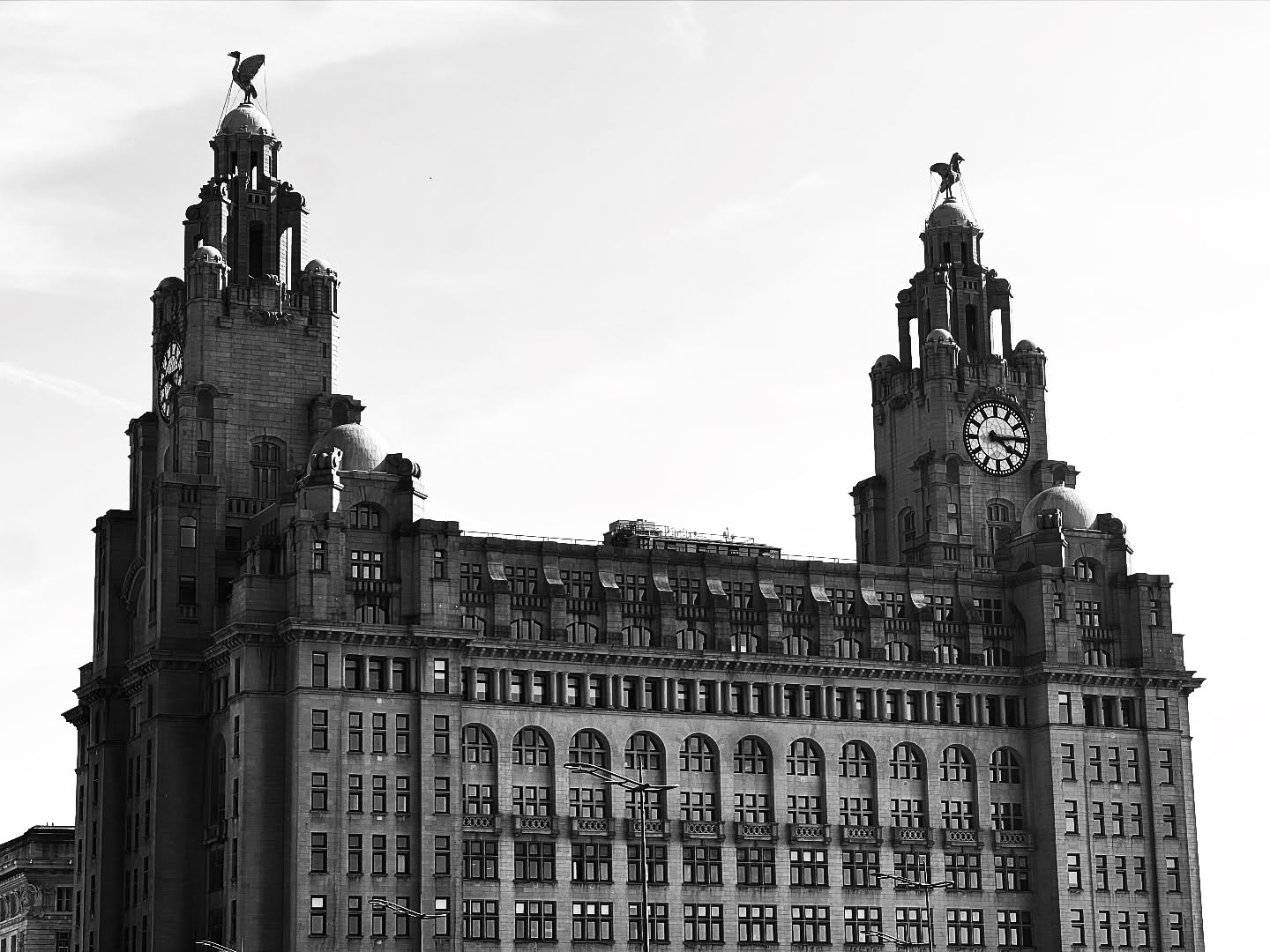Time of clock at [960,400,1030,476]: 4:14
